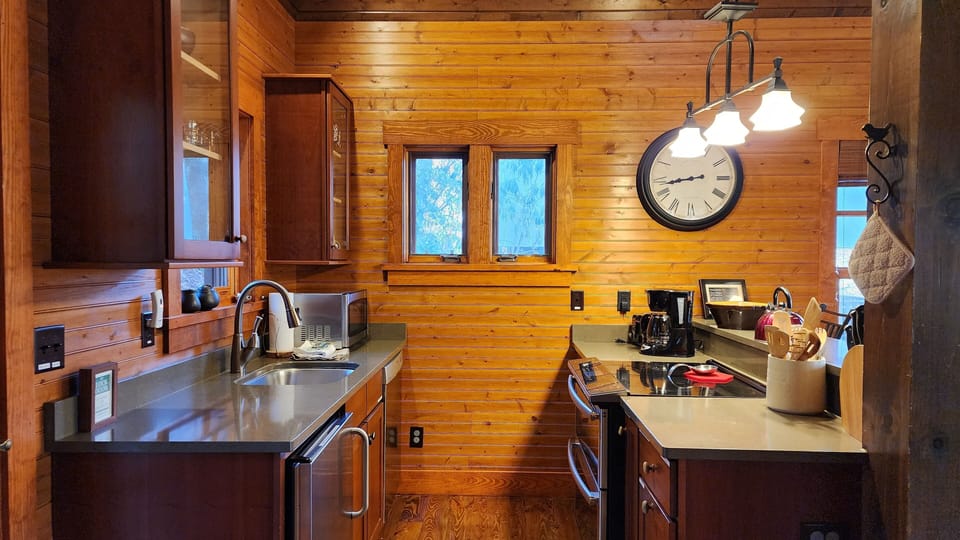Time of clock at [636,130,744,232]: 8:43
